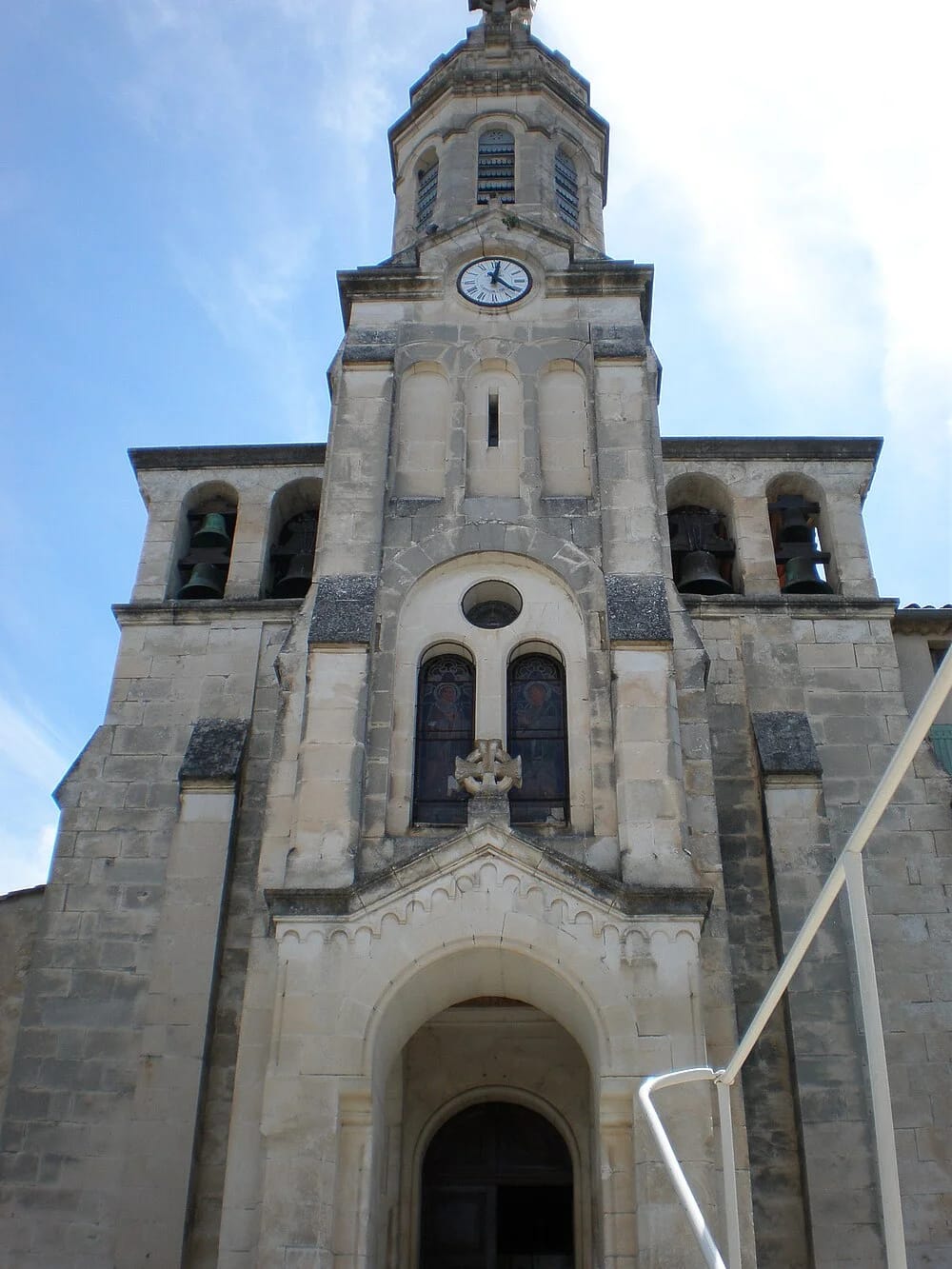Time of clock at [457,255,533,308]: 12:21
